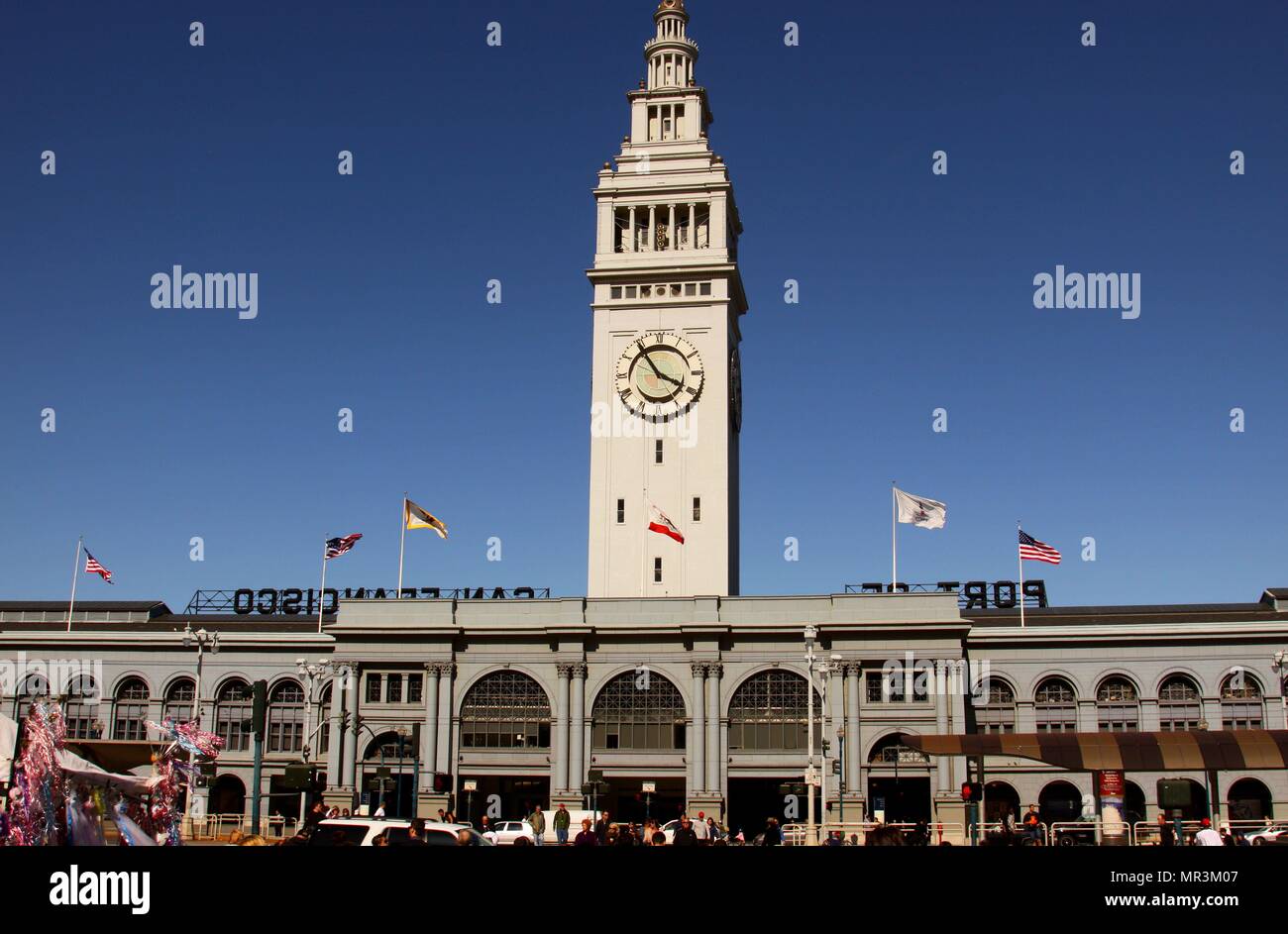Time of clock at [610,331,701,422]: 3:54
